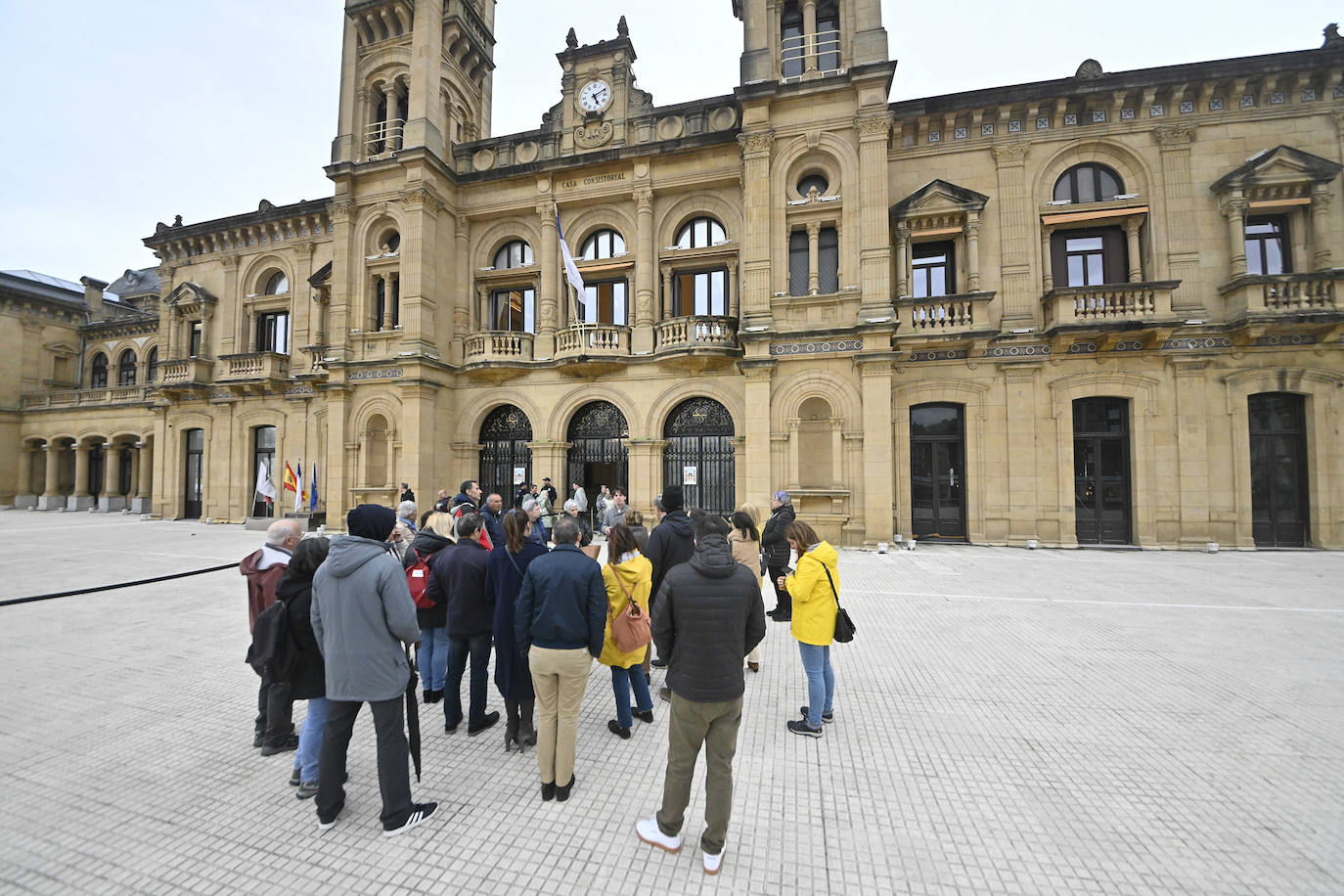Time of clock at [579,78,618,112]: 5:11
